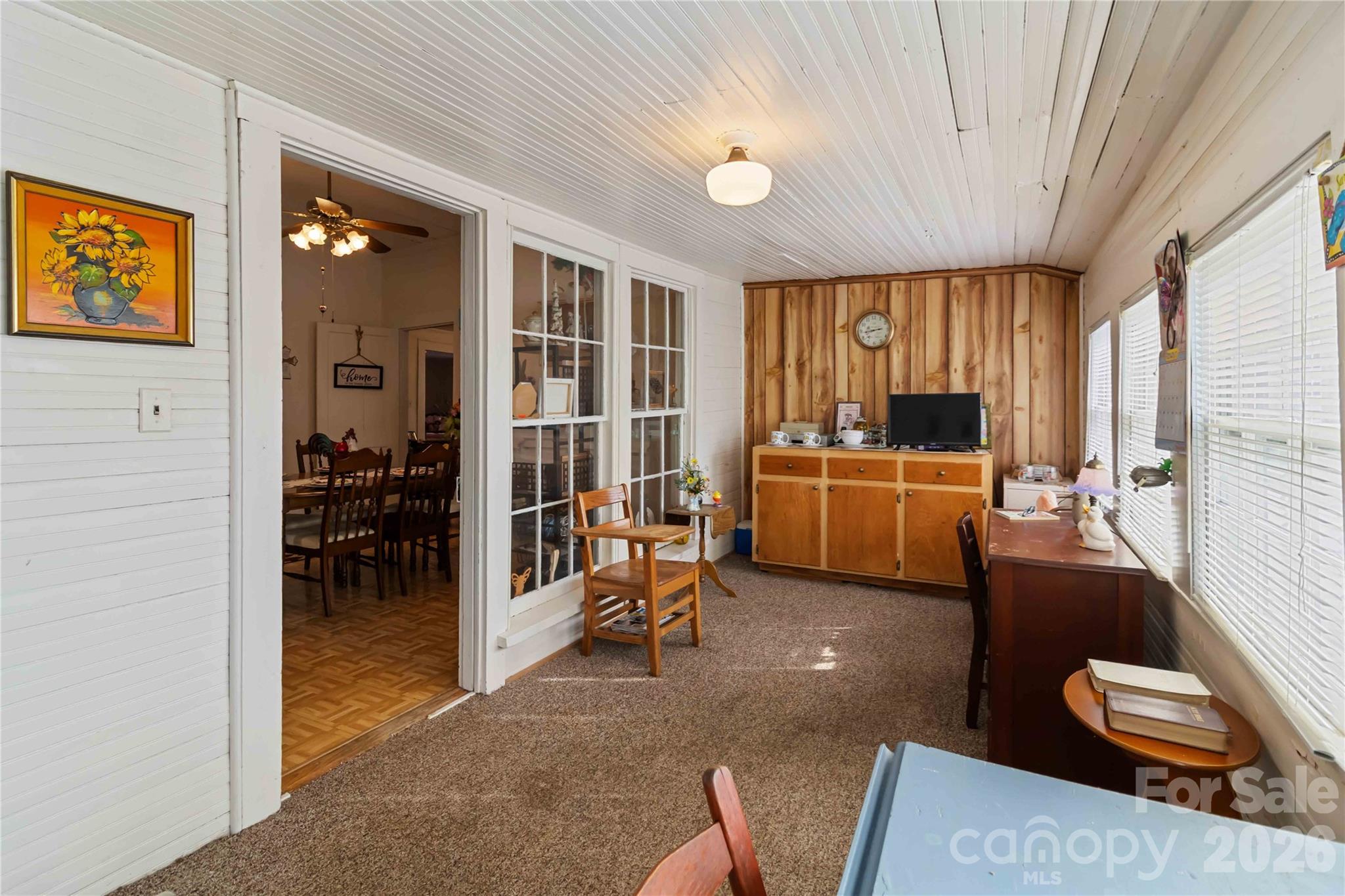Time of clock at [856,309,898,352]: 2:43
